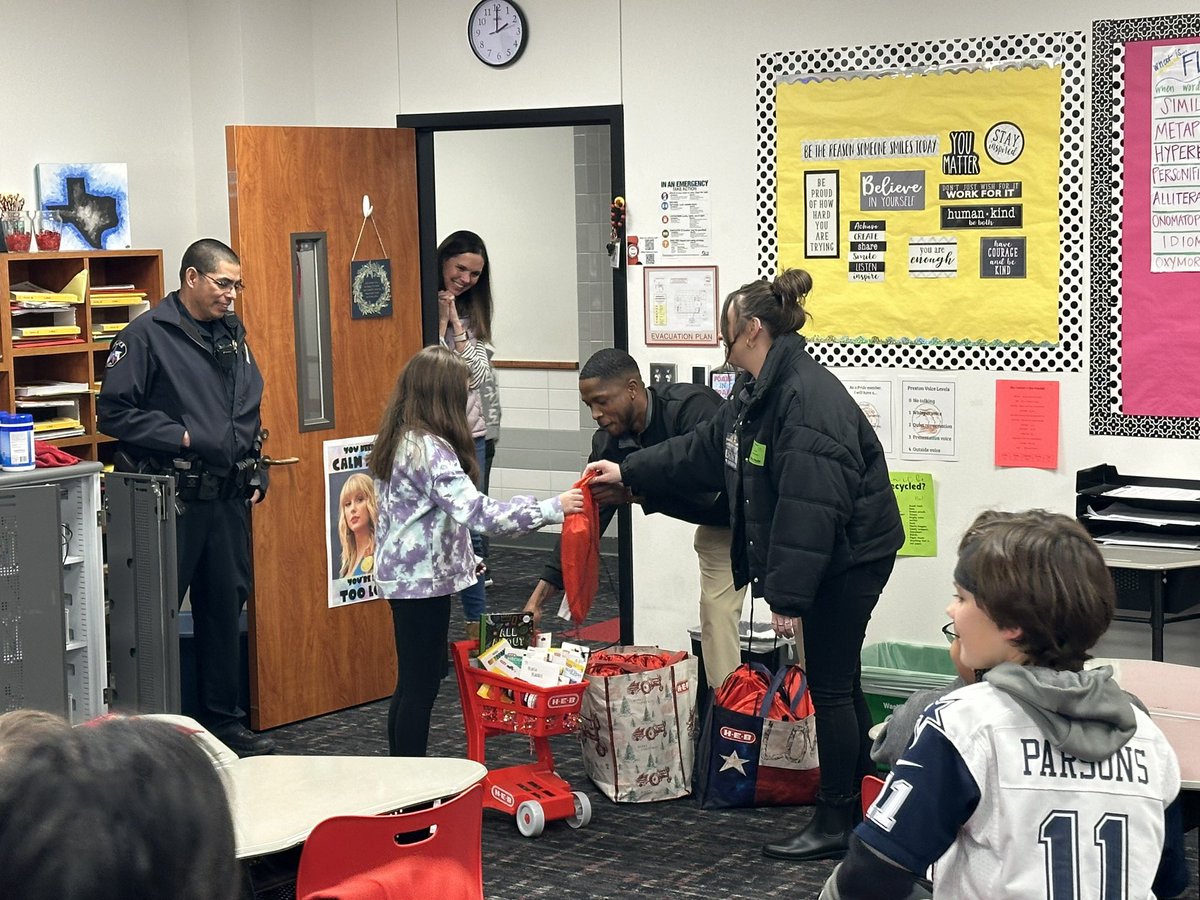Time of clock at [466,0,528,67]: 2:00
